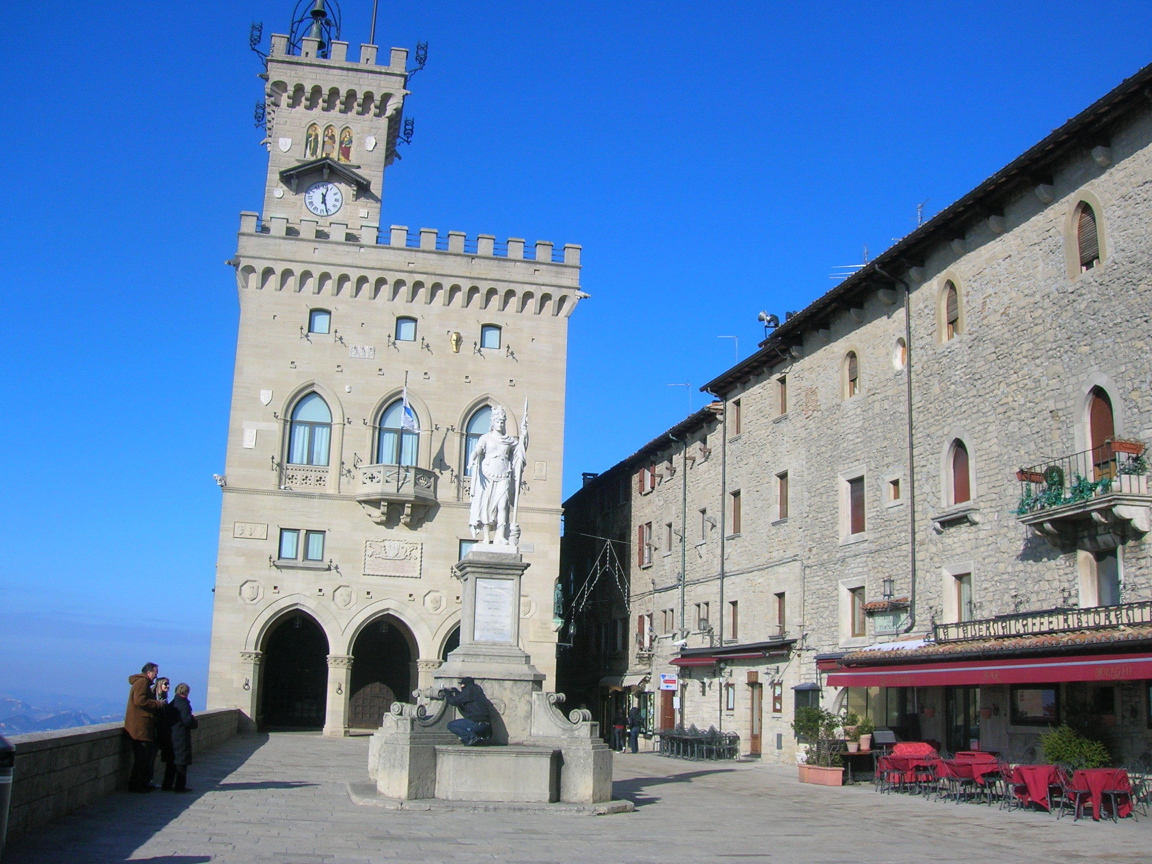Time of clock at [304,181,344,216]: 12:27
